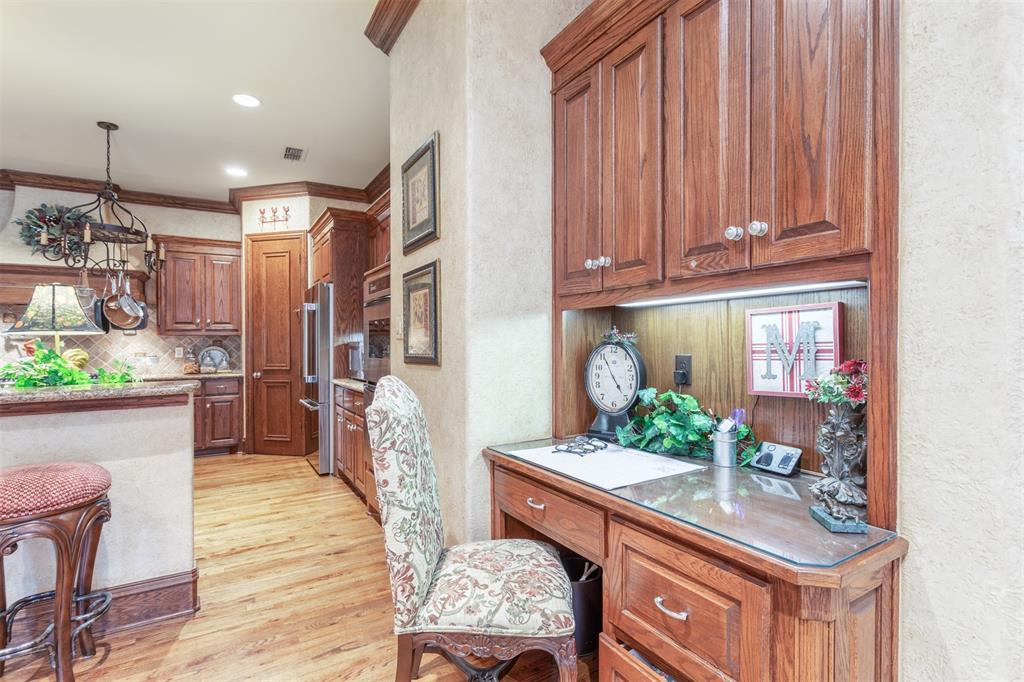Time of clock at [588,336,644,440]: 4:55
